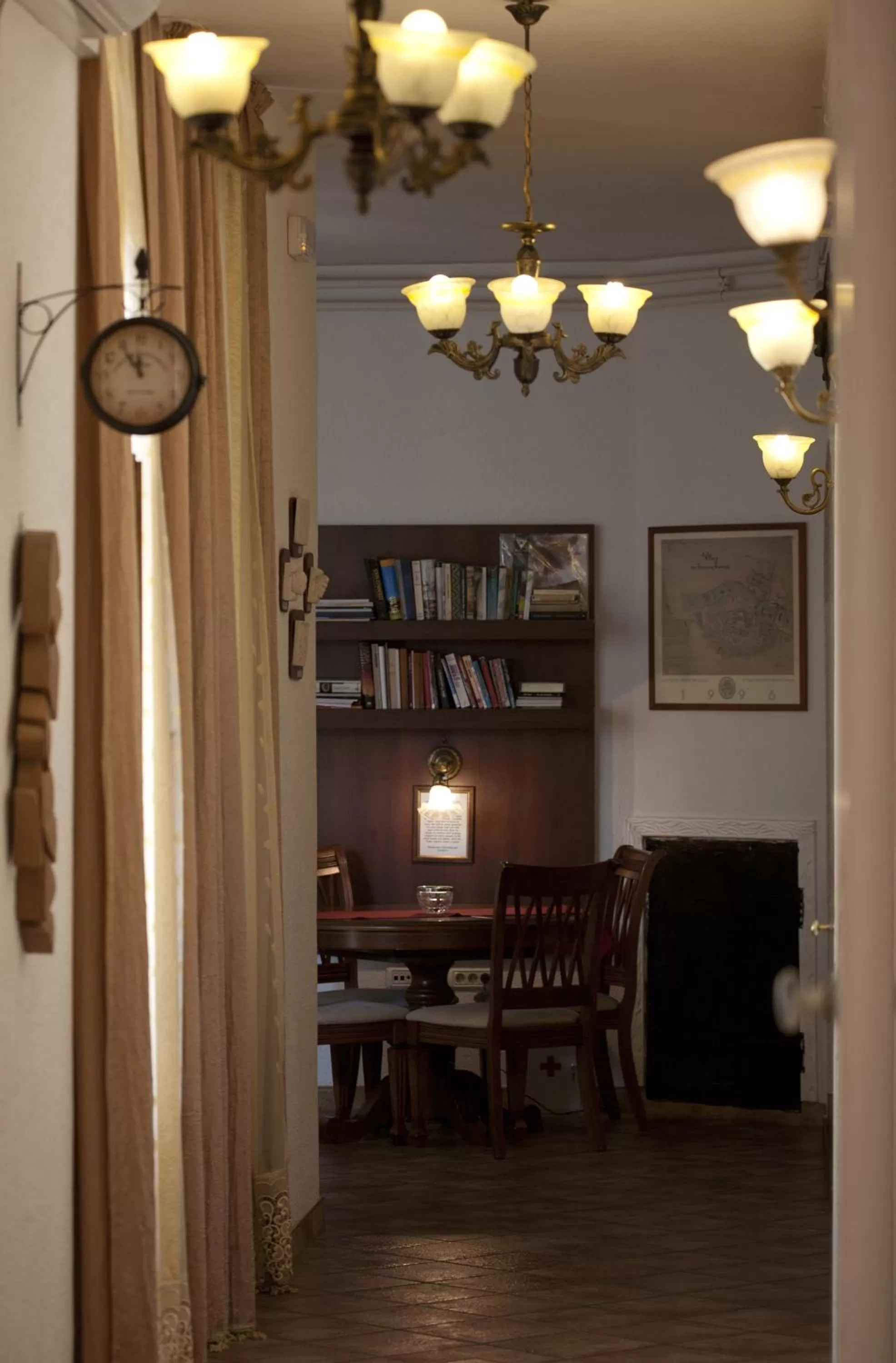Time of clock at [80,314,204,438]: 11:54
